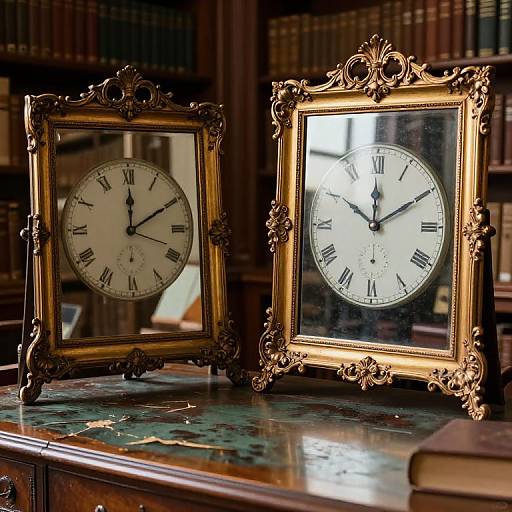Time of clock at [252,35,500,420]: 12:10
